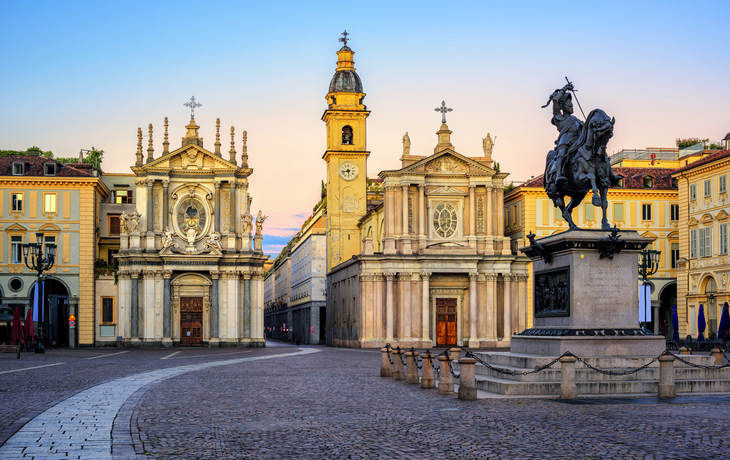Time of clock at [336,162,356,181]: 5:42
